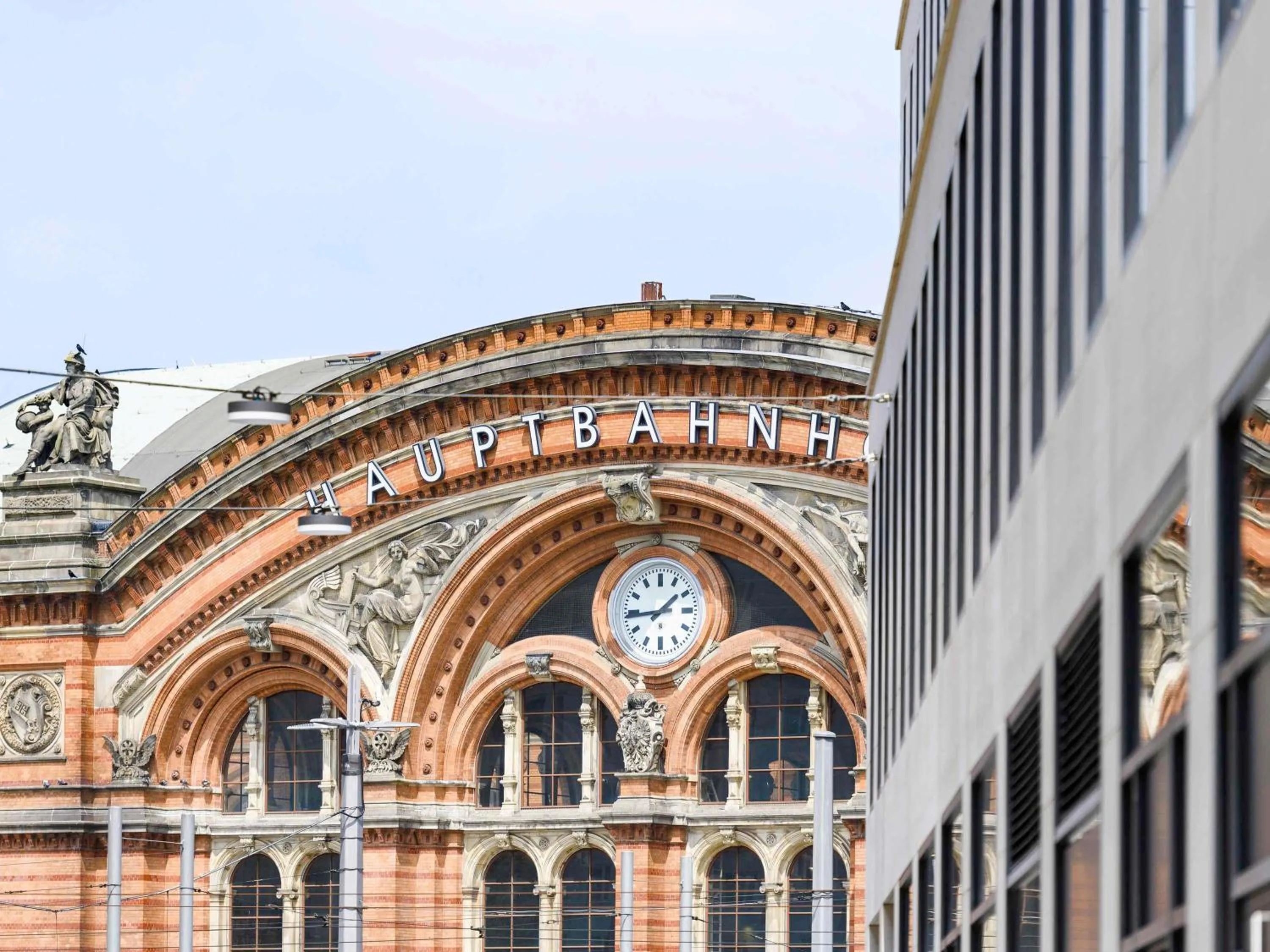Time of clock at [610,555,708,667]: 1:44
